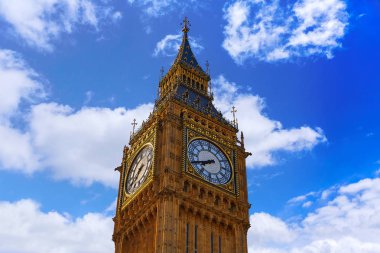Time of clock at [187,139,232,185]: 7:40
